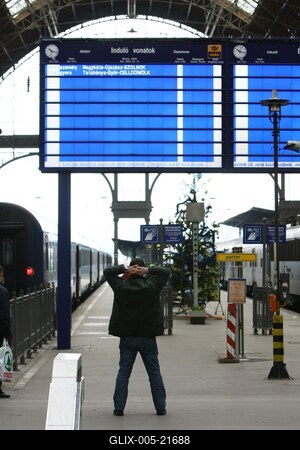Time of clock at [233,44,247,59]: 10:17
